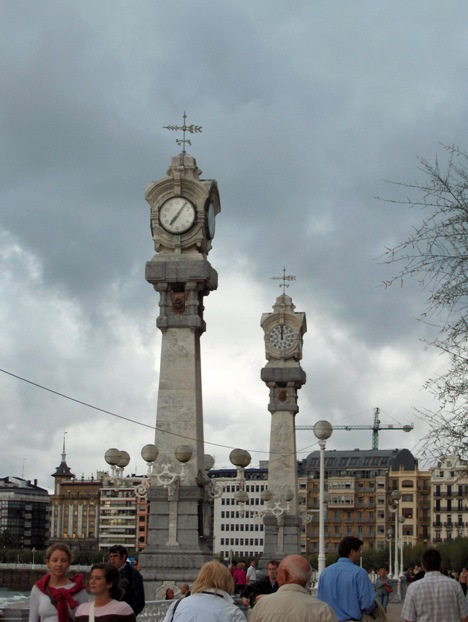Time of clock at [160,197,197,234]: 7:06
